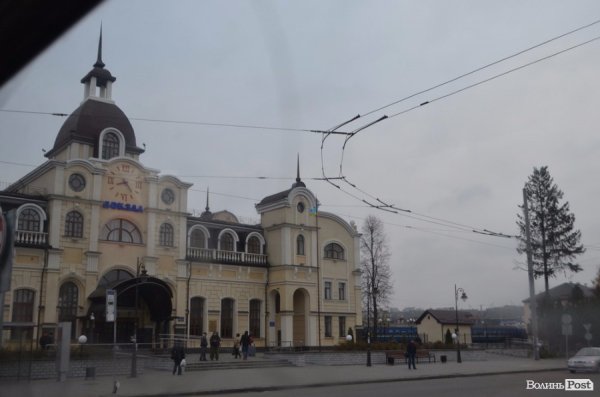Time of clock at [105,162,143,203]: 8:23
